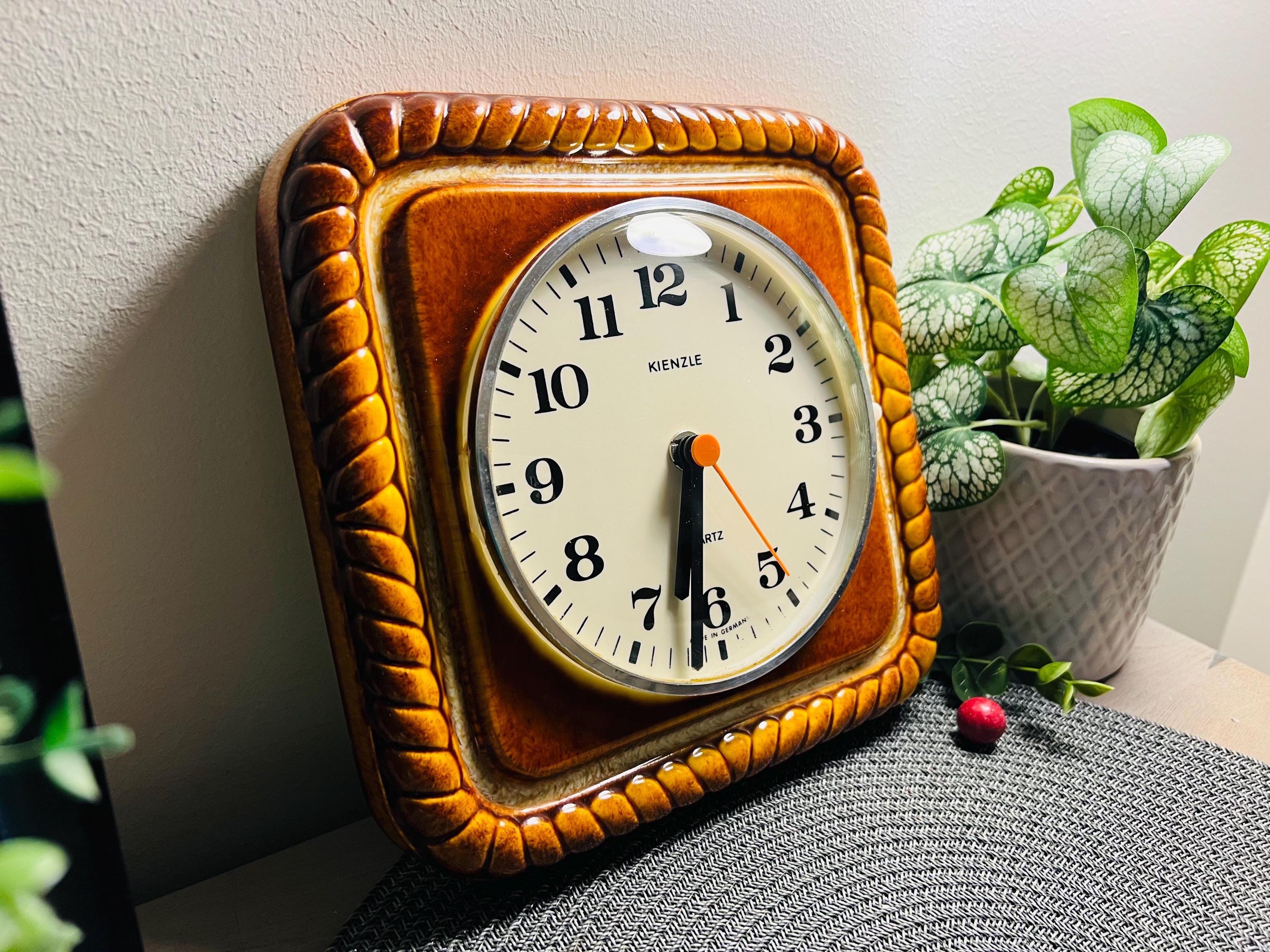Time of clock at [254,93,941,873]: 6:31
